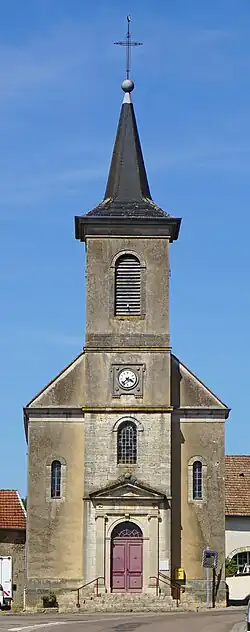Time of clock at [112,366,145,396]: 3:37
